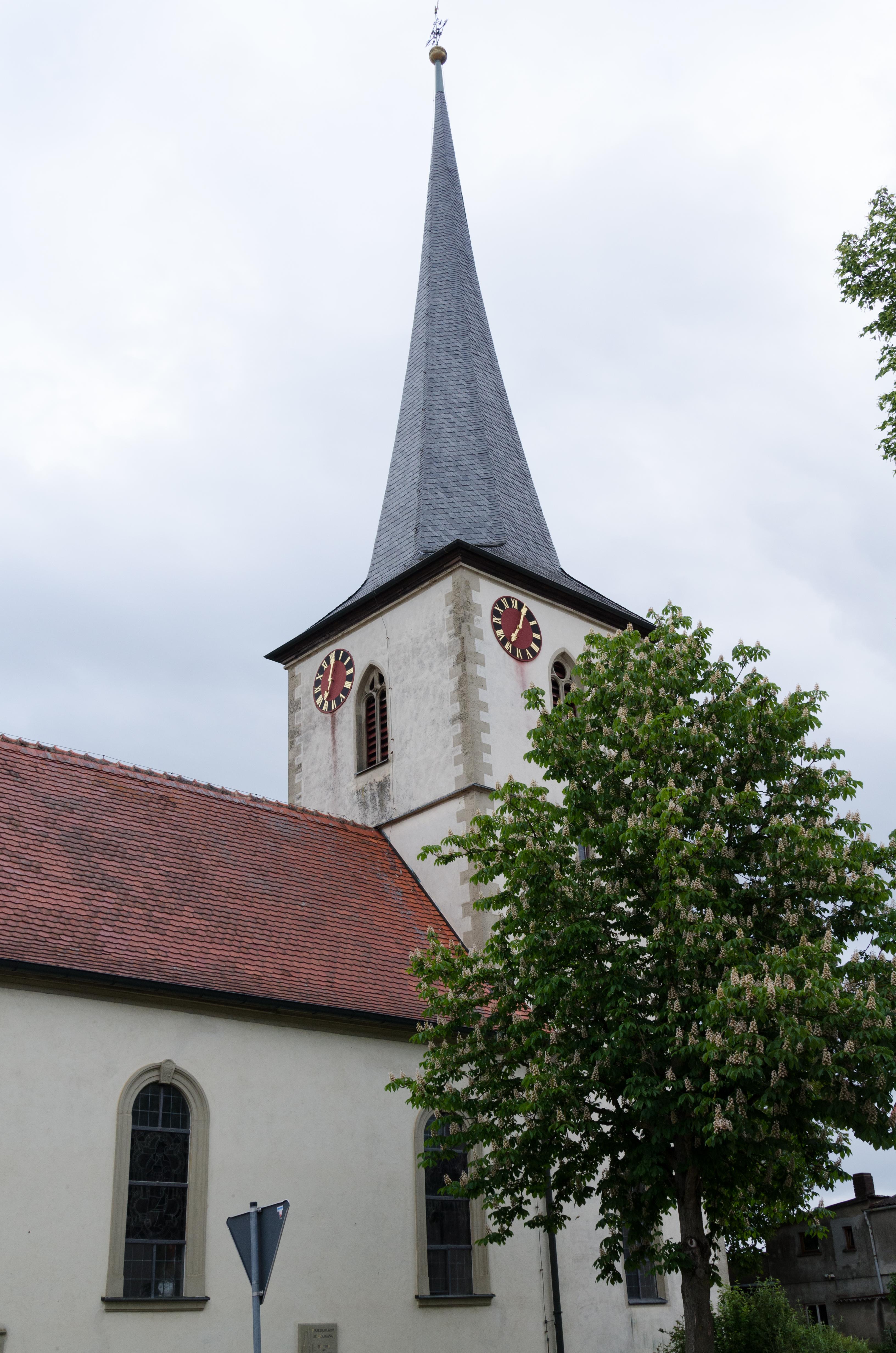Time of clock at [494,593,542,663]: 7:03
